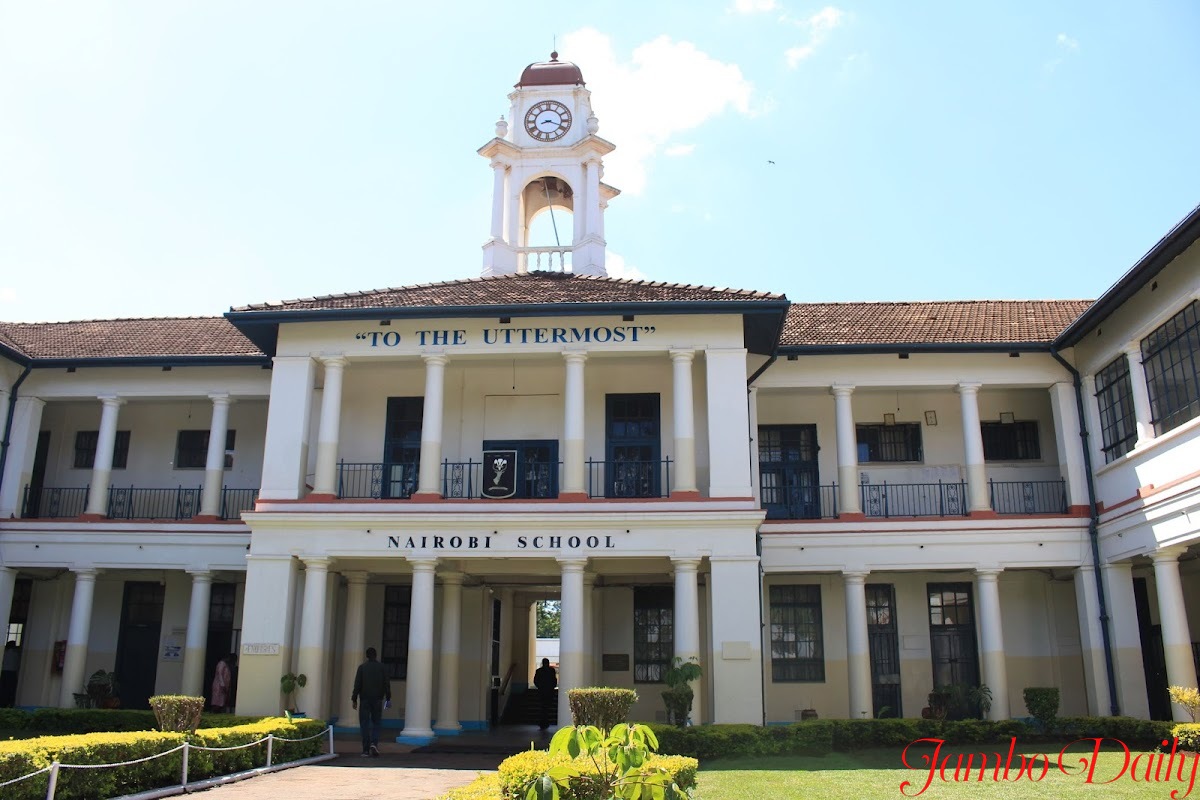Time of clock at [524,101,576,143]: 8:18
